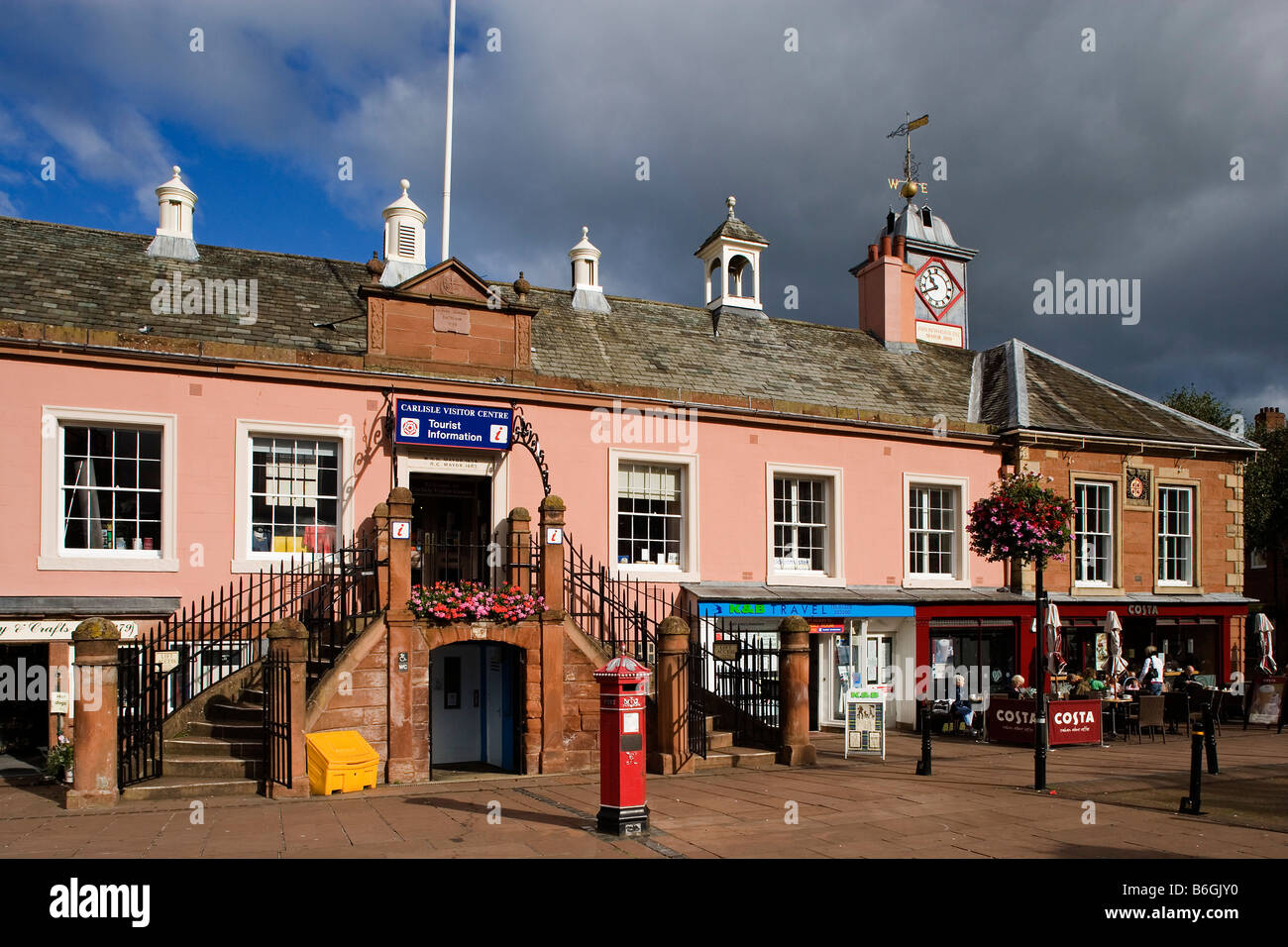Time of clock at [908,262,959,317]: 10:41
